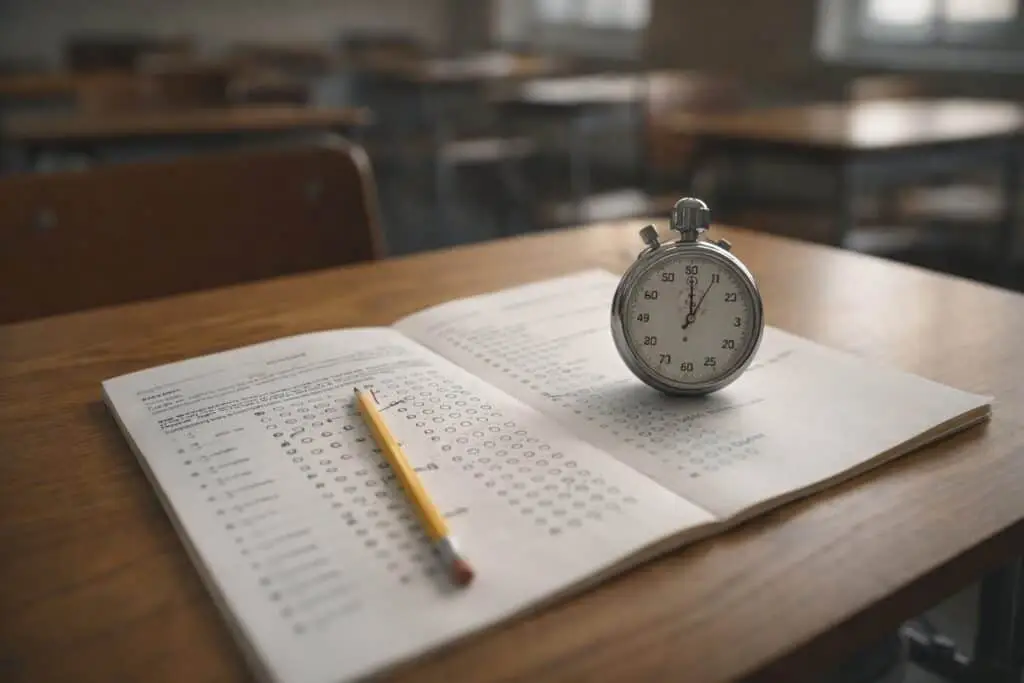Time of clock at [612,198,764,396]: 1:00
